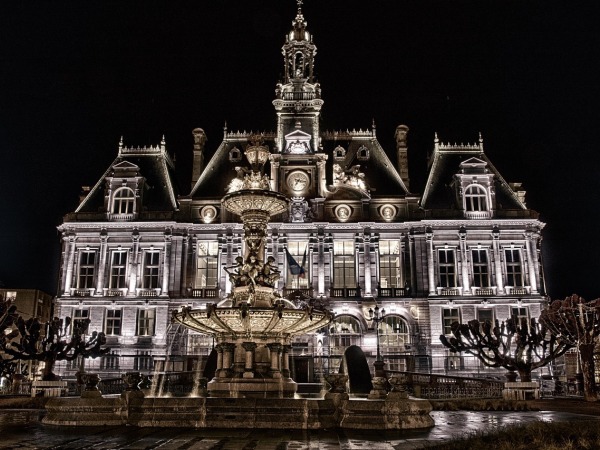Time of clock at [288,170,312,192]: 7:15
